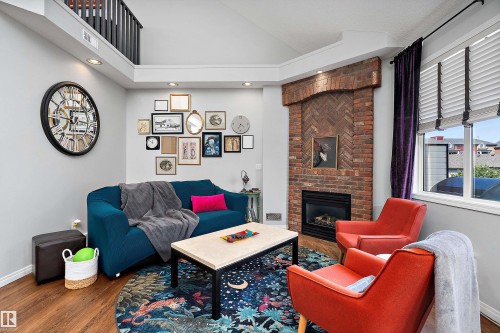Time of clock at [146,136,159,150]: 11:51
